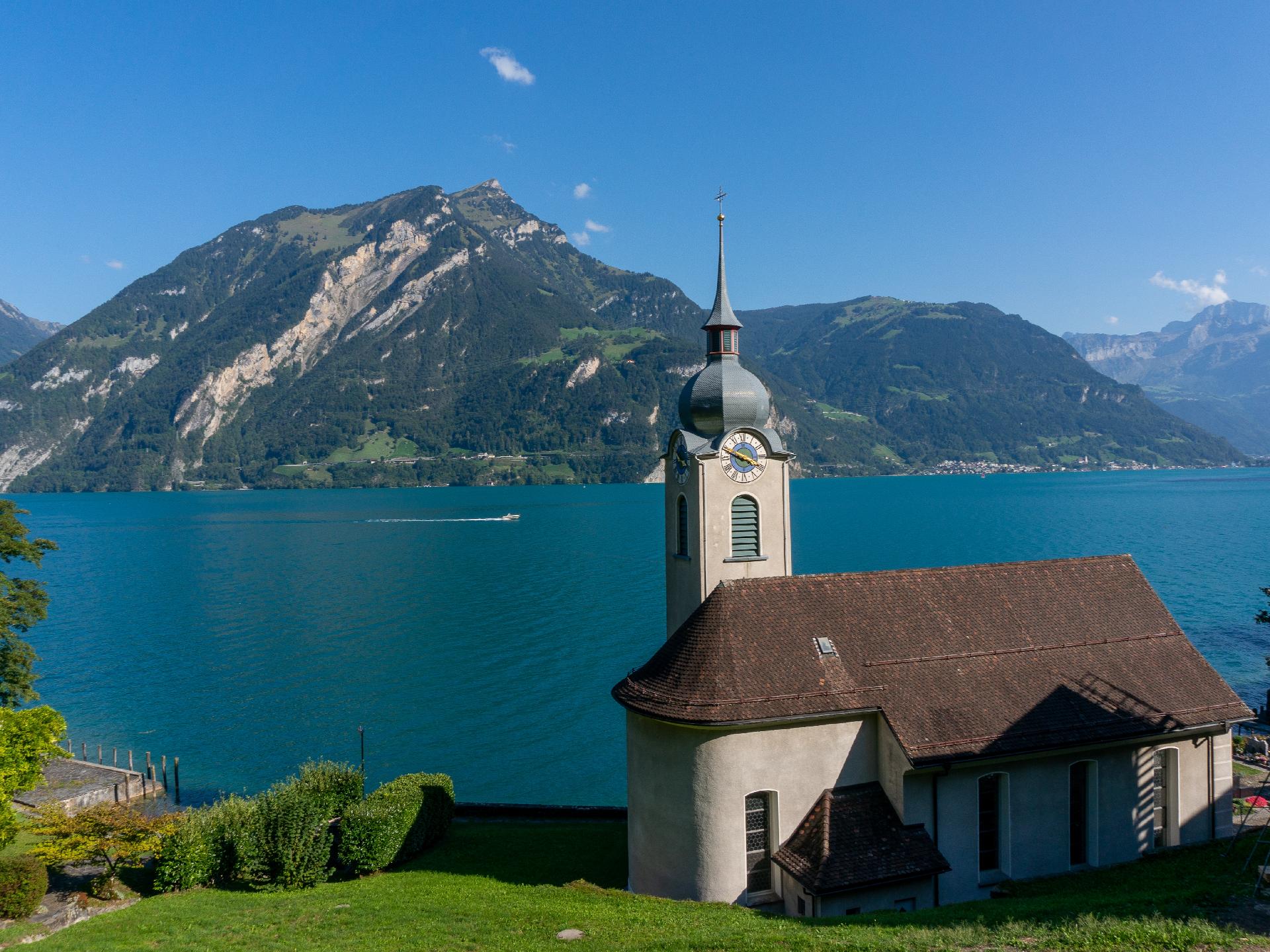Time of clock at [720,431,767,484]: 3:48
